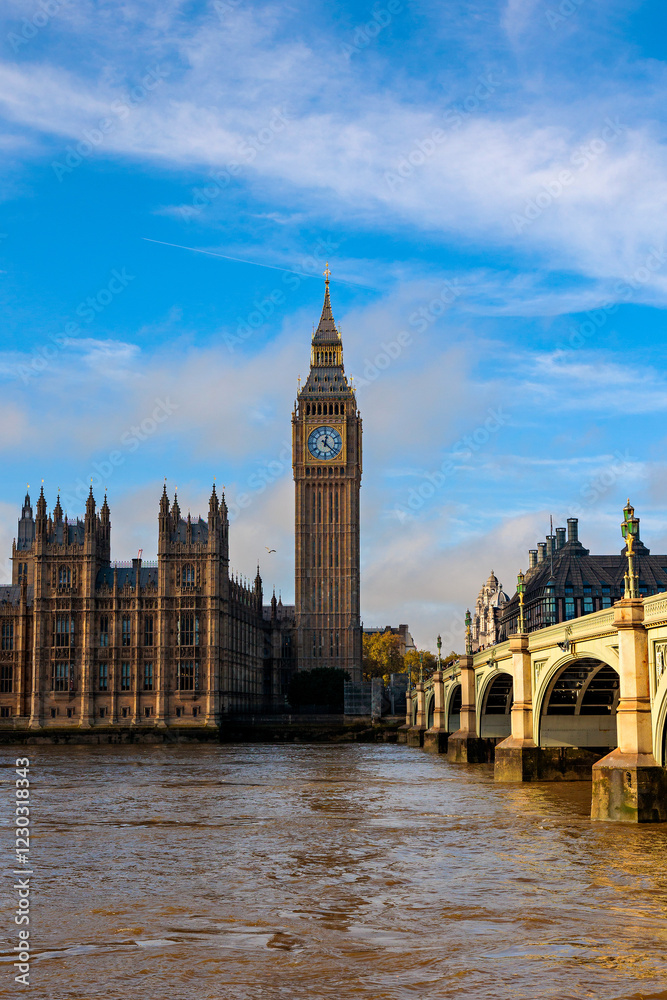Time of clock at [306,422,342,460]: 12:22
